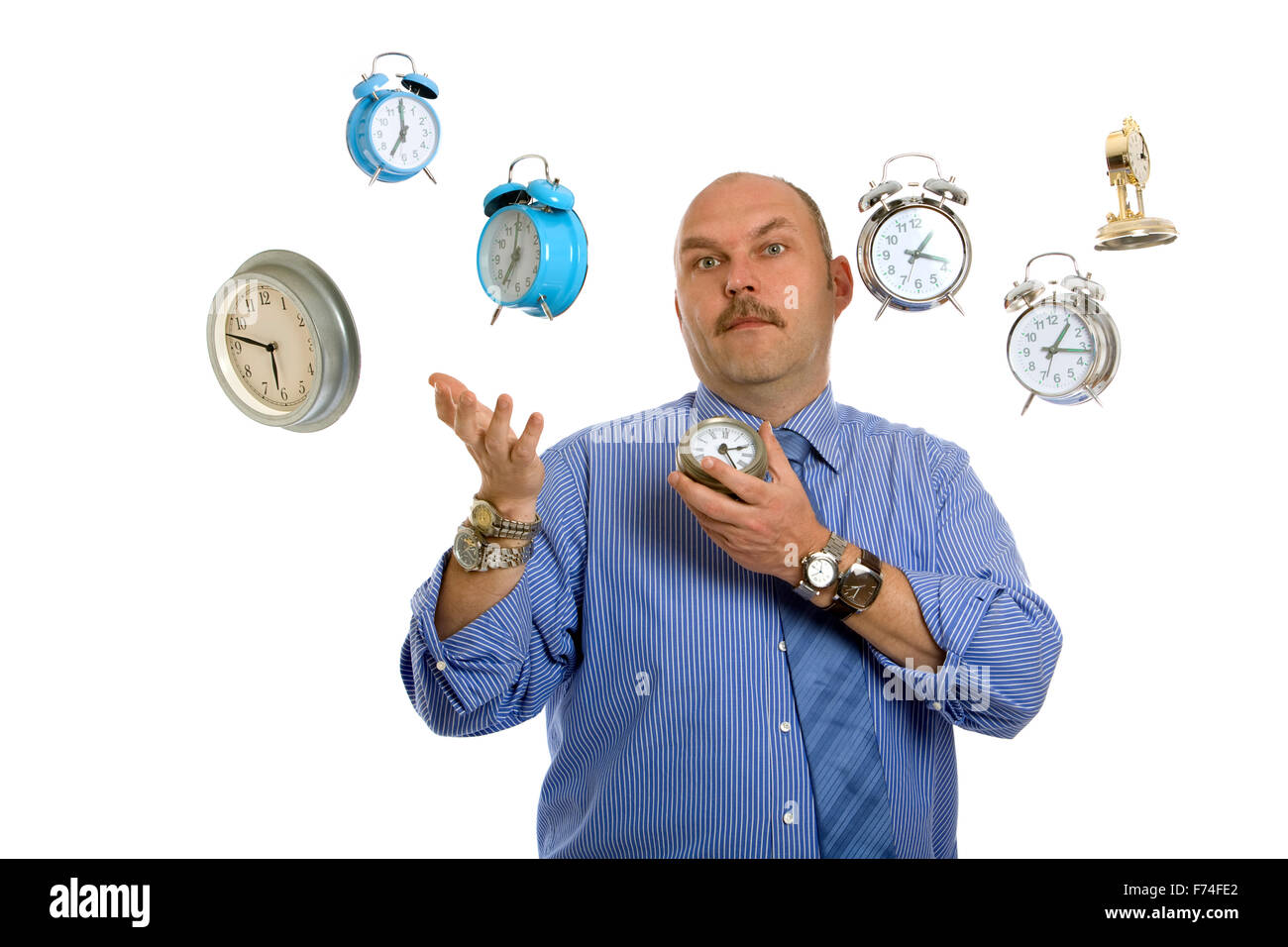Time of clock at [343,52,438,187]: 7:00
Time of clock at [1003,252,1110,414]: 1:16
